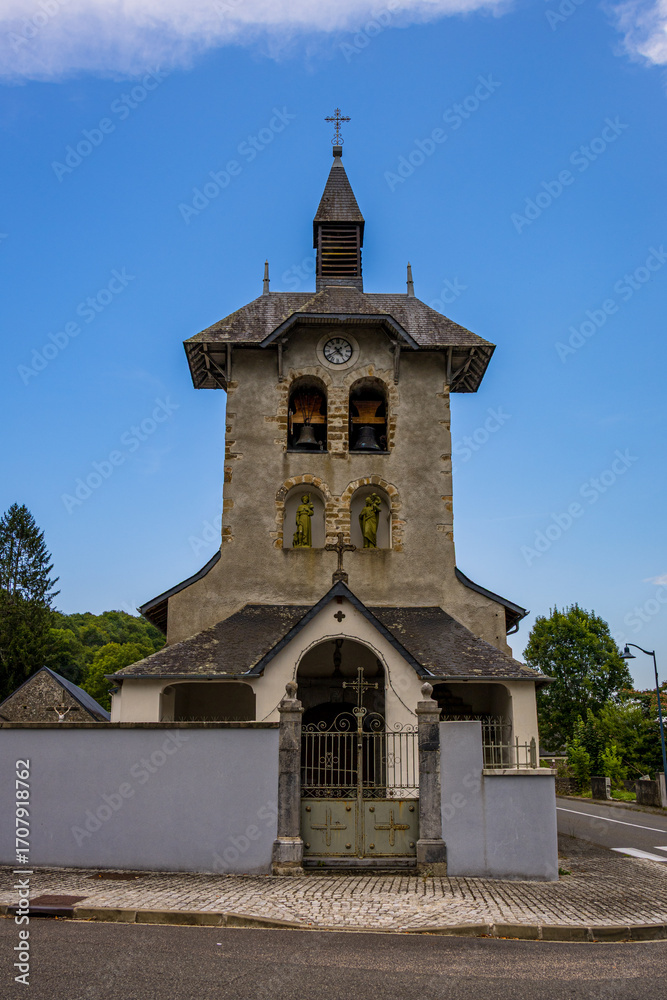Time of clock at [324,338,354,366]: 4:39
